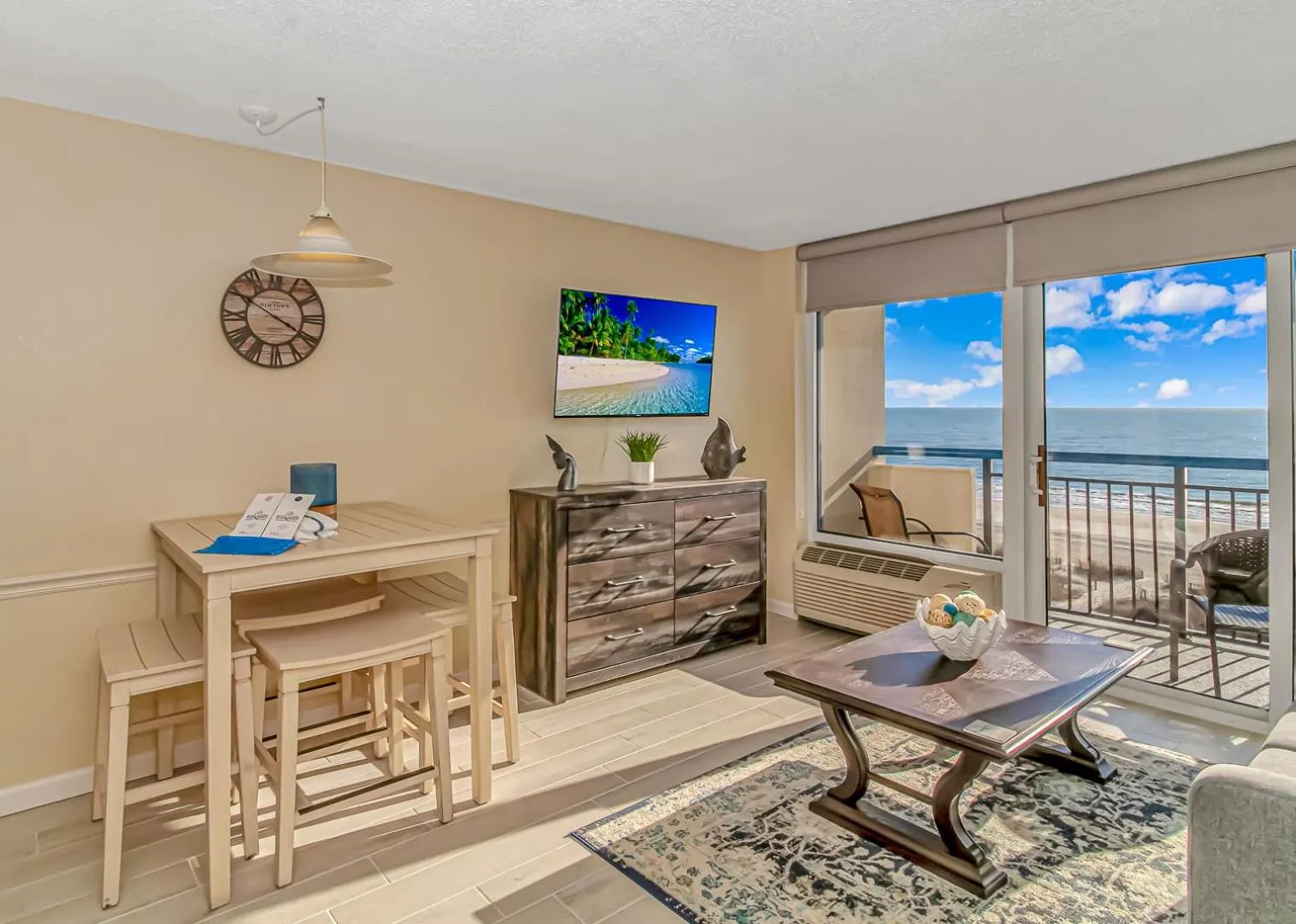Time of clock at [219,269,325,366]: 3:50
